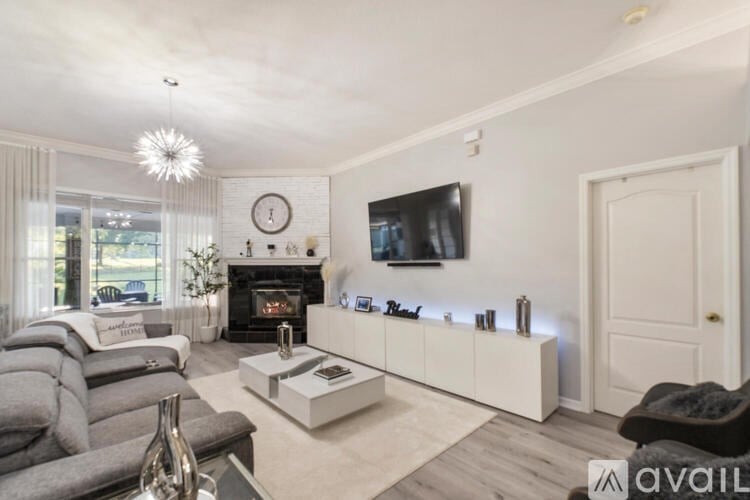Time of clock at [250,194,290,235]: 6:27
